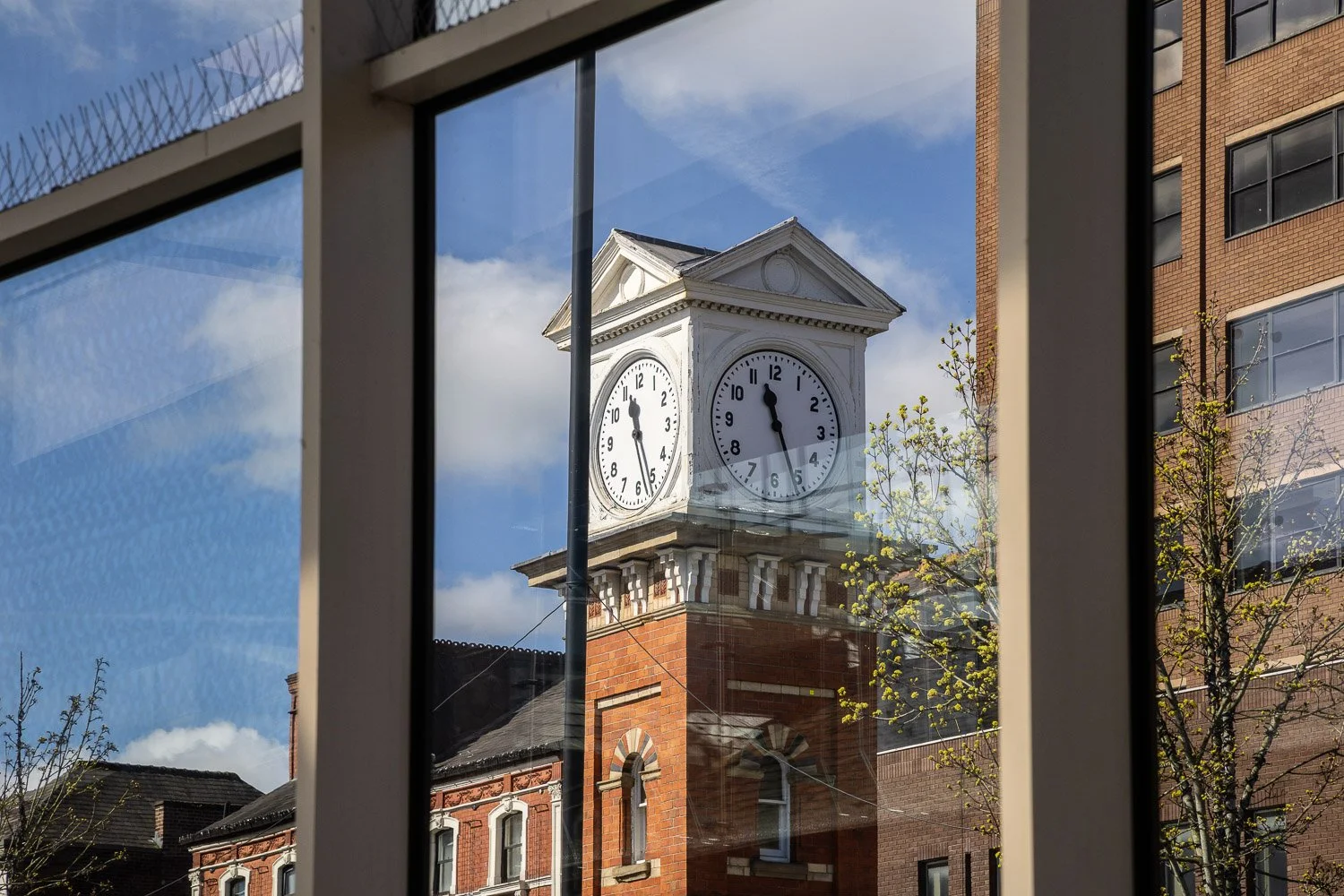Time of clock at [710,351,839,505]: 11:26
